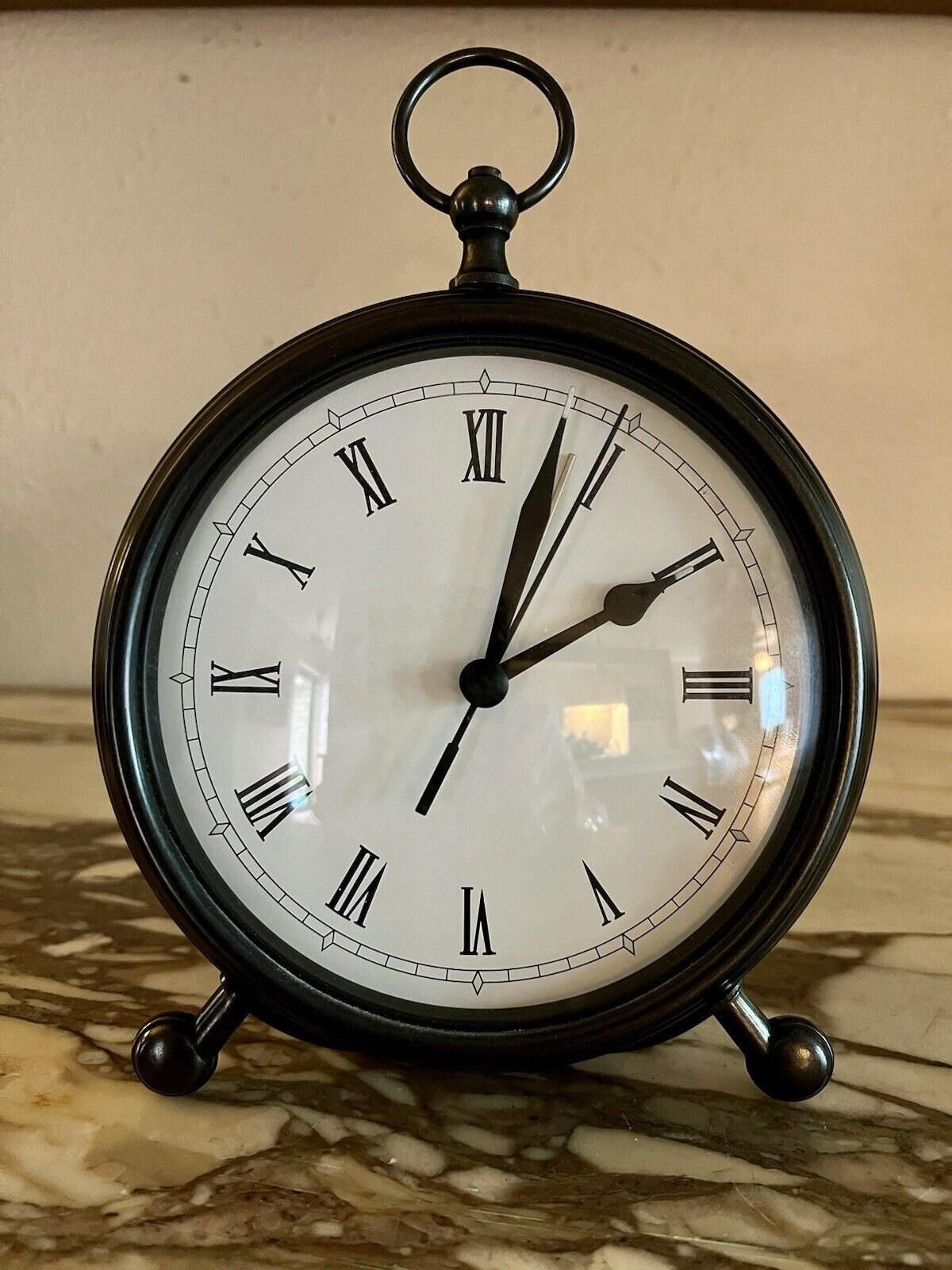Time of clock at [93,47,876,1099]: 2:02
